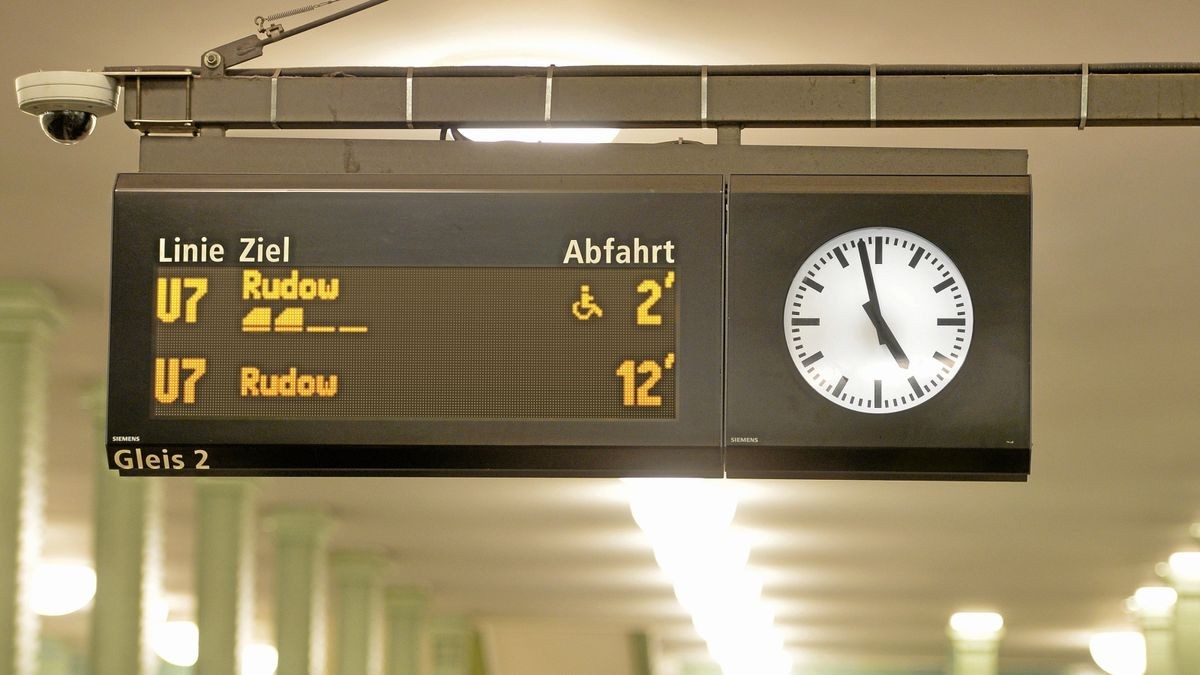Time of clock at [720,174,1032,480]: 4:57
